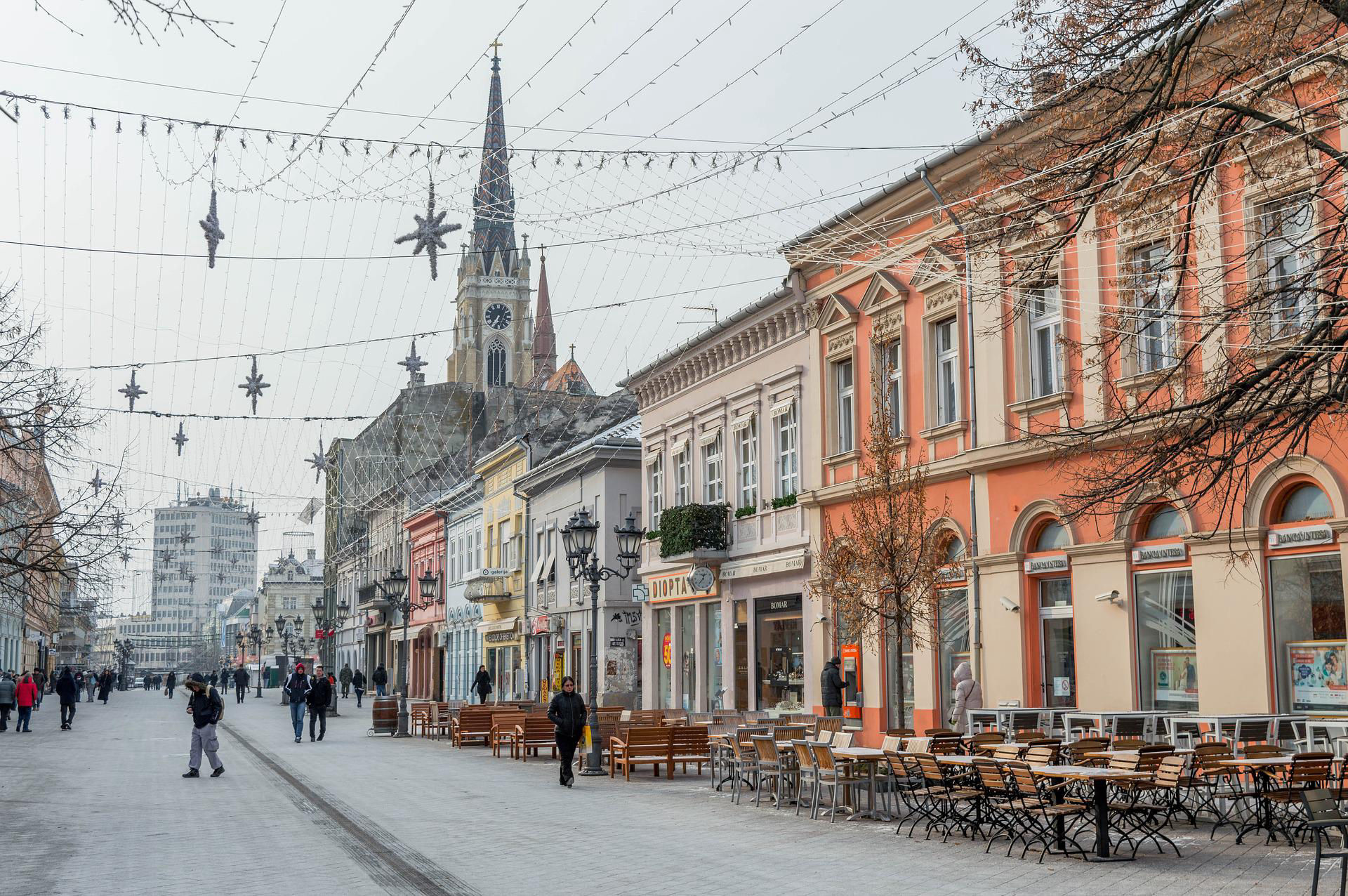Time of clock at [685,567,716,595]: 12:36
